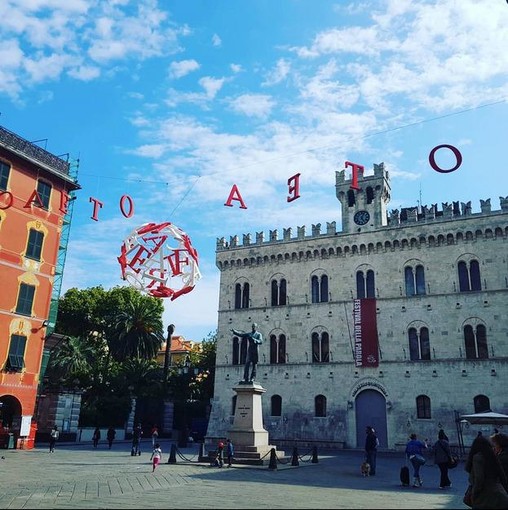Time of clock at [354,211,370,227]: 5:03
